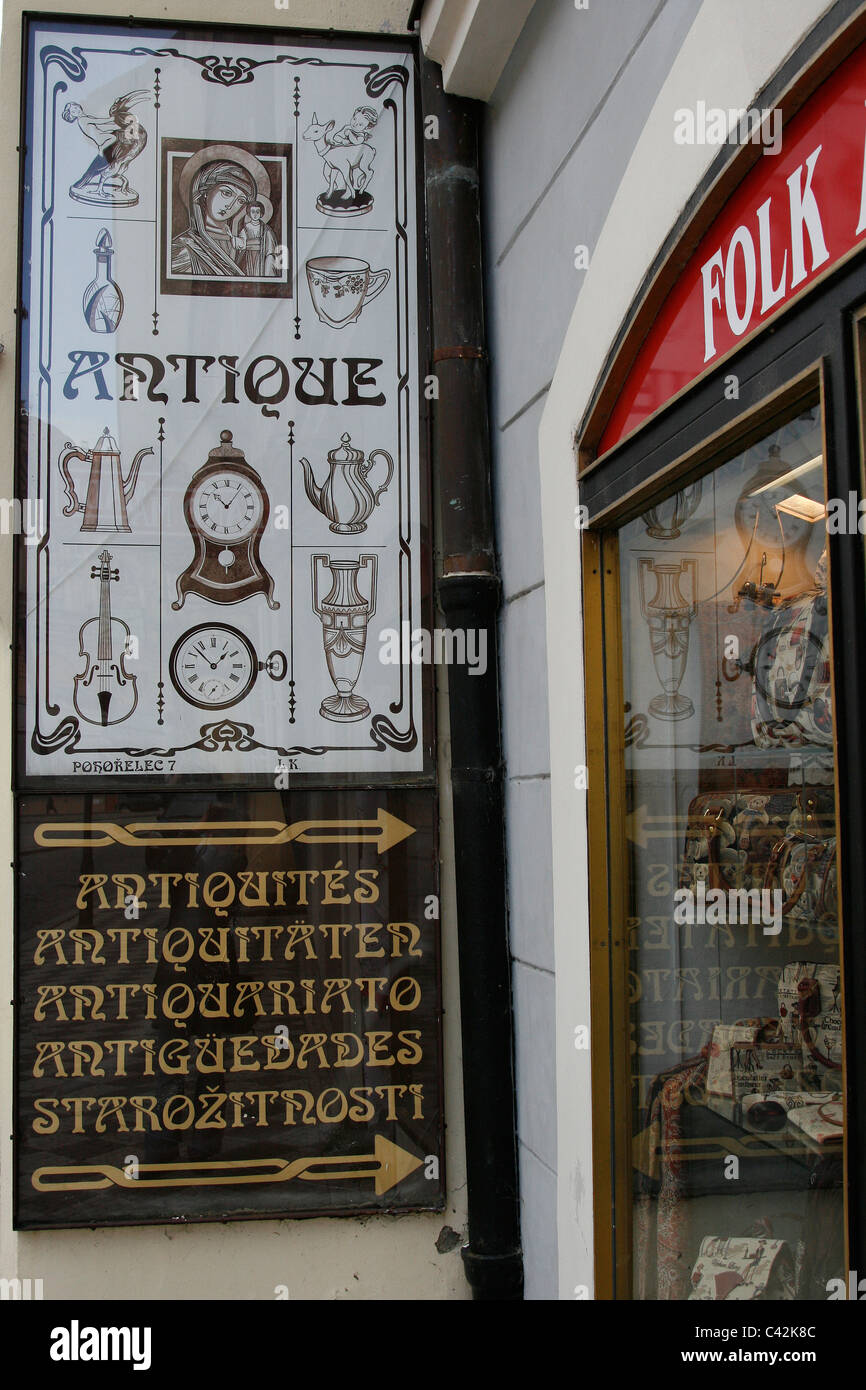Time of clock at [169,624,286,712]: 1:52
